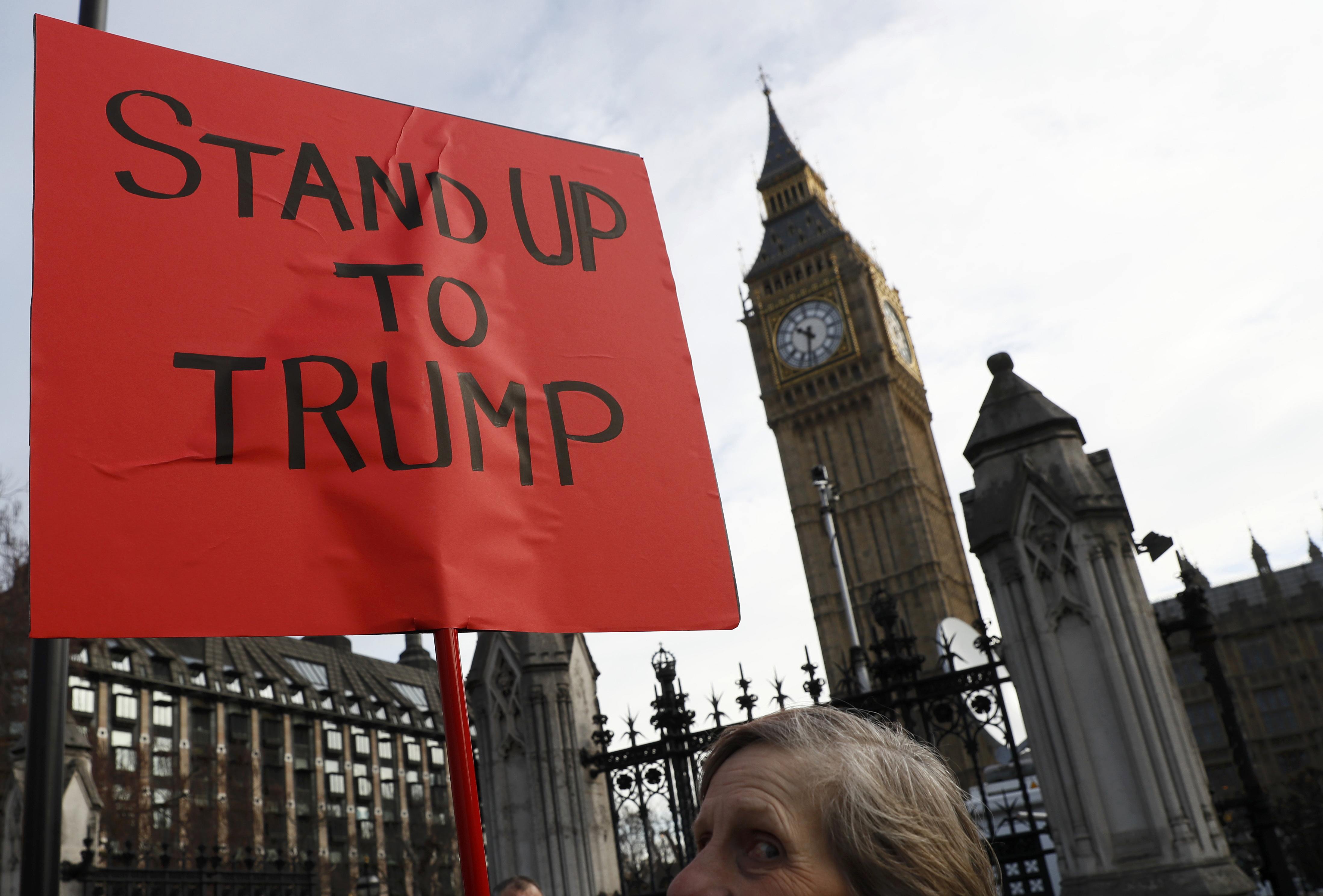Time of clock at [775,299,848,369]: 10:32
